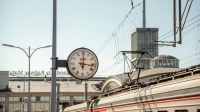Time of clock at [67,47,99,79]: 12:16
